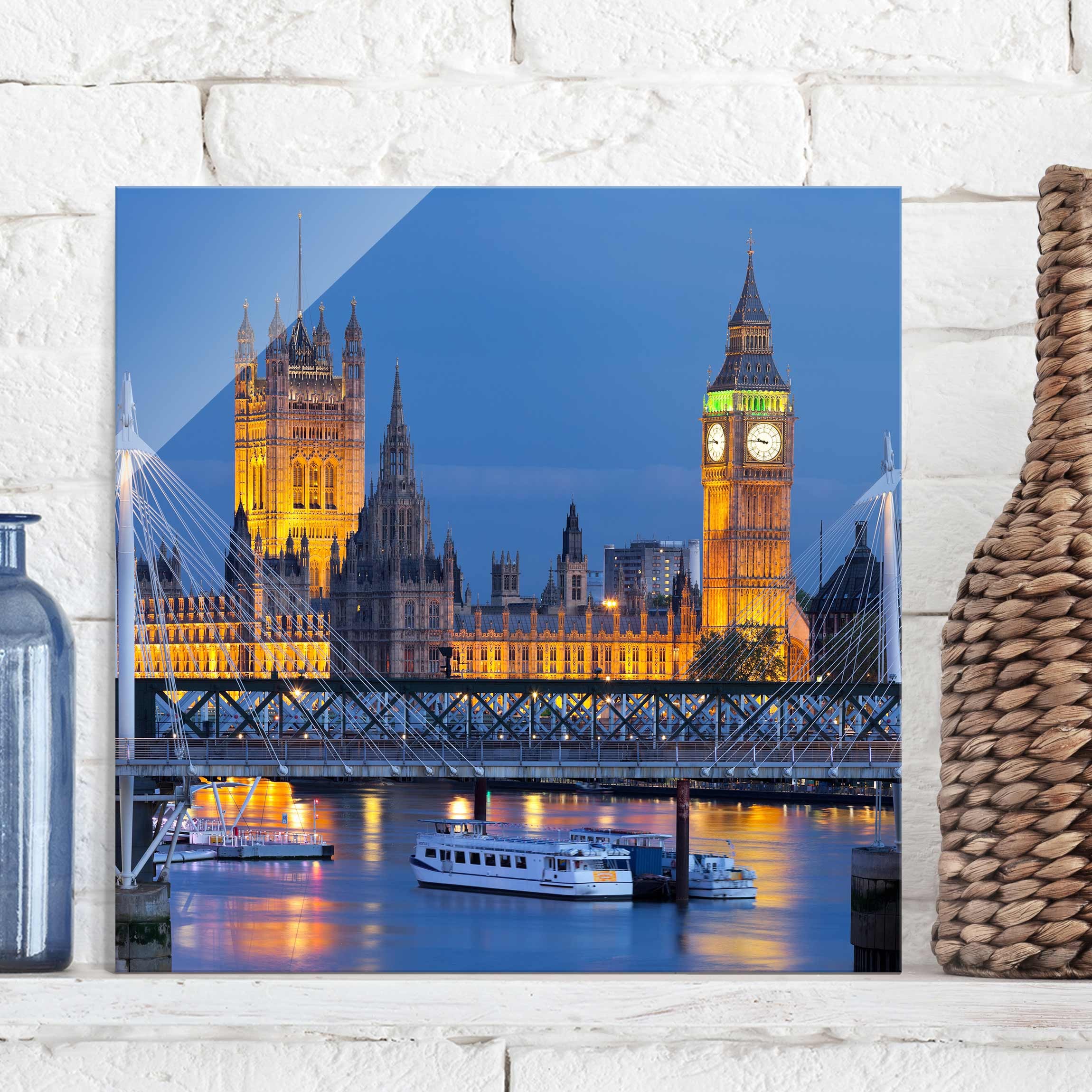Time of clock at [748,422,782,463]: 9:45
